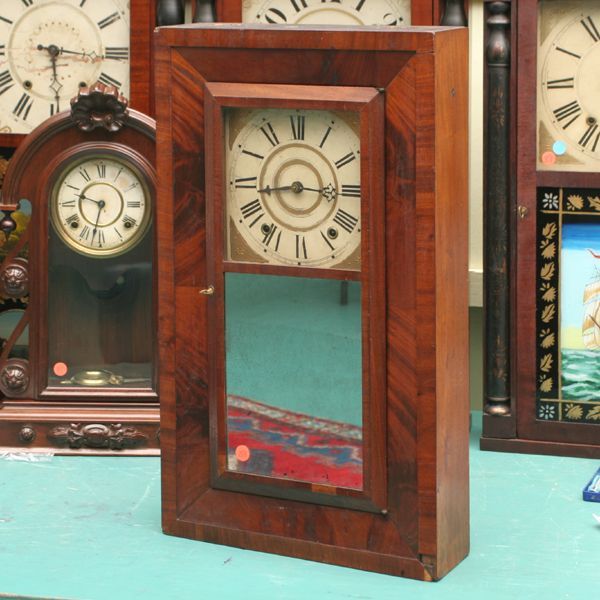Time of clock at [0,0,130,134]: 9:16
